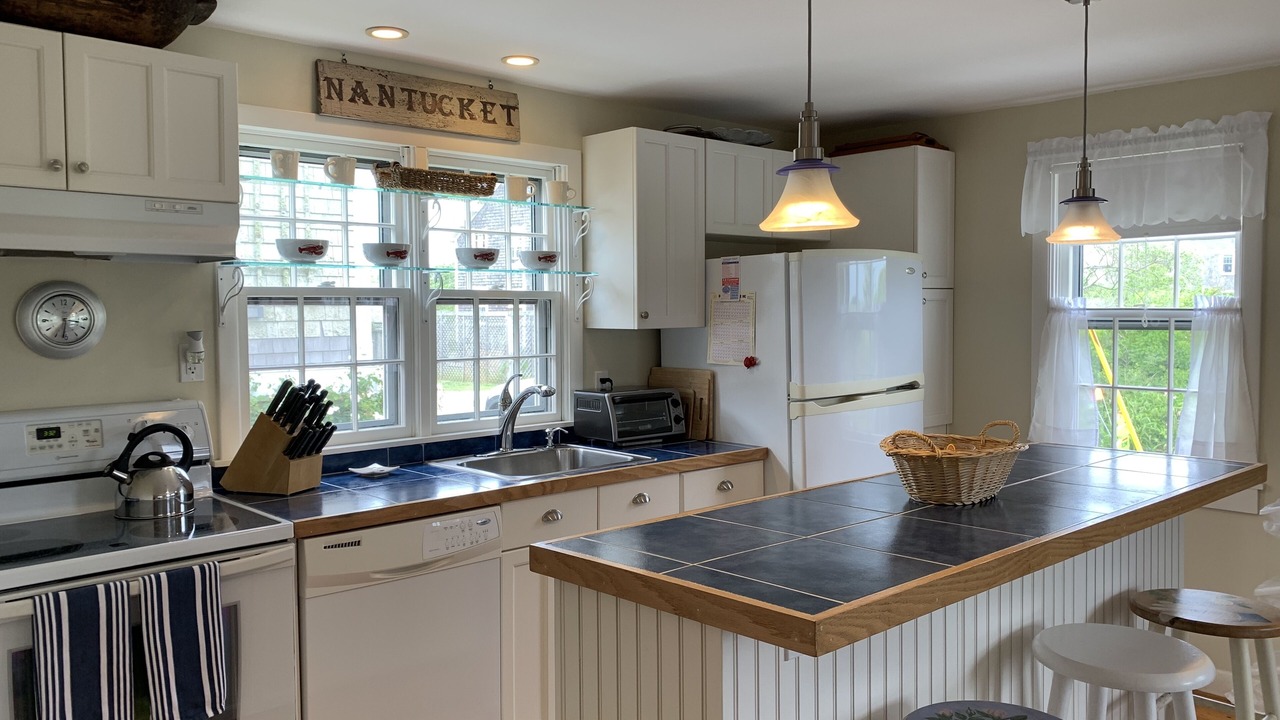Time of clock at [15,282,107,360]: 3:32
